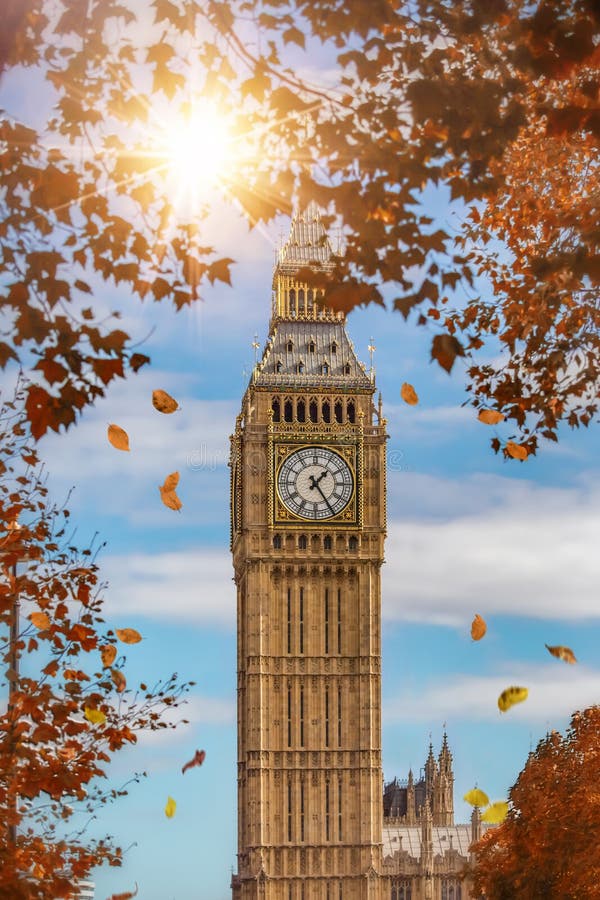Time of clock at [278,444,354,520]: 1:24
